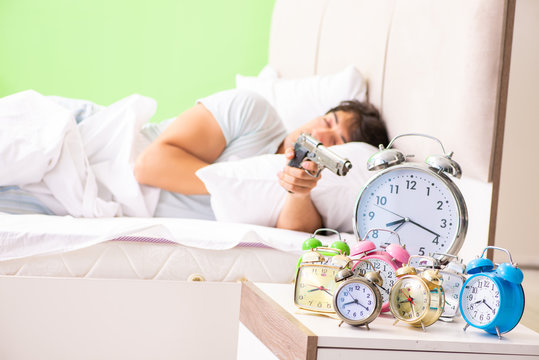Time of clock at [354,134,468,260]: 8:18
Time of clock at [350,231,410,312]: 8:19
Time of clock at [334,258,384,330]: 8:19
